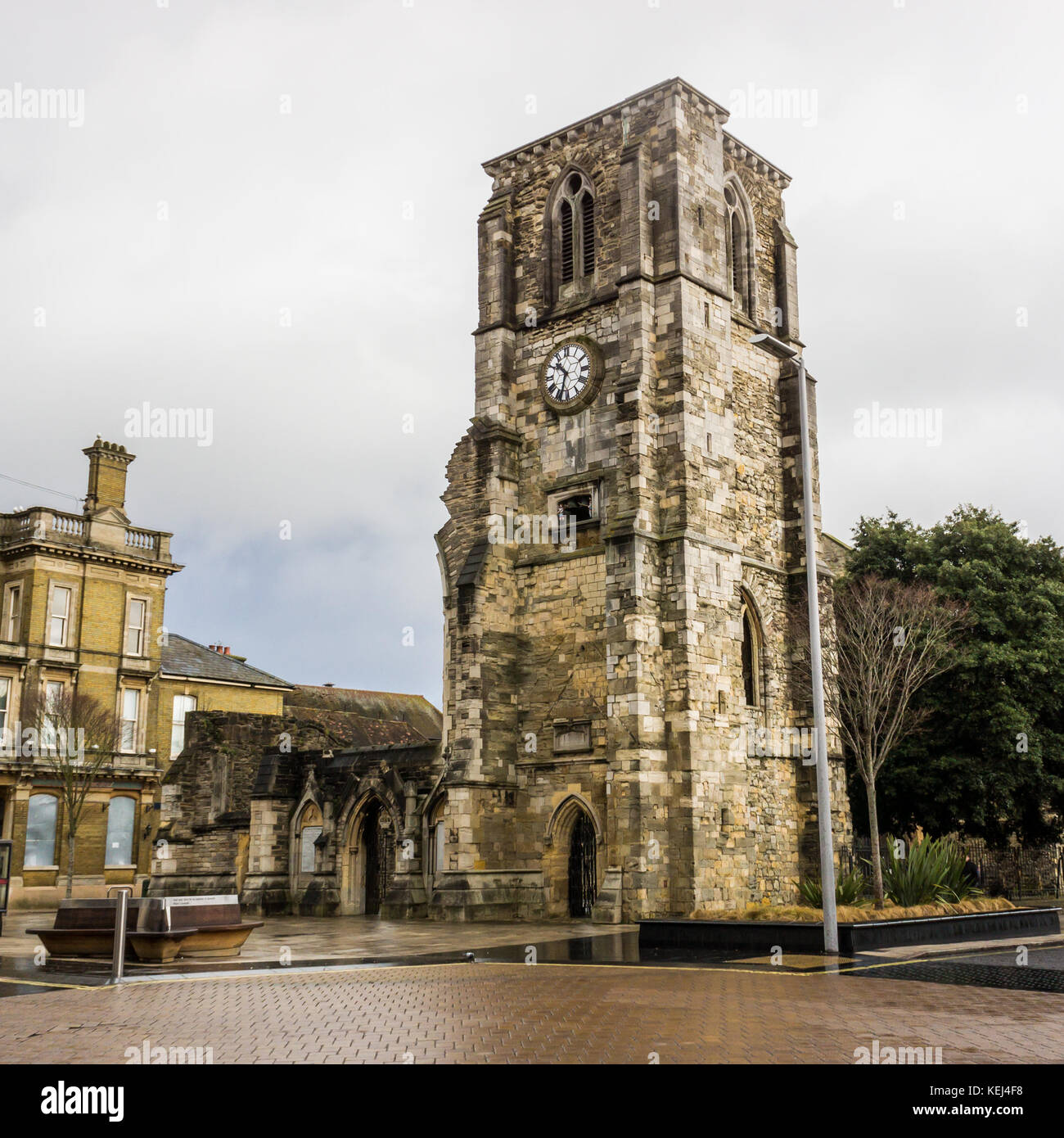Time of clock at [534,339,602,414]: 10:33
